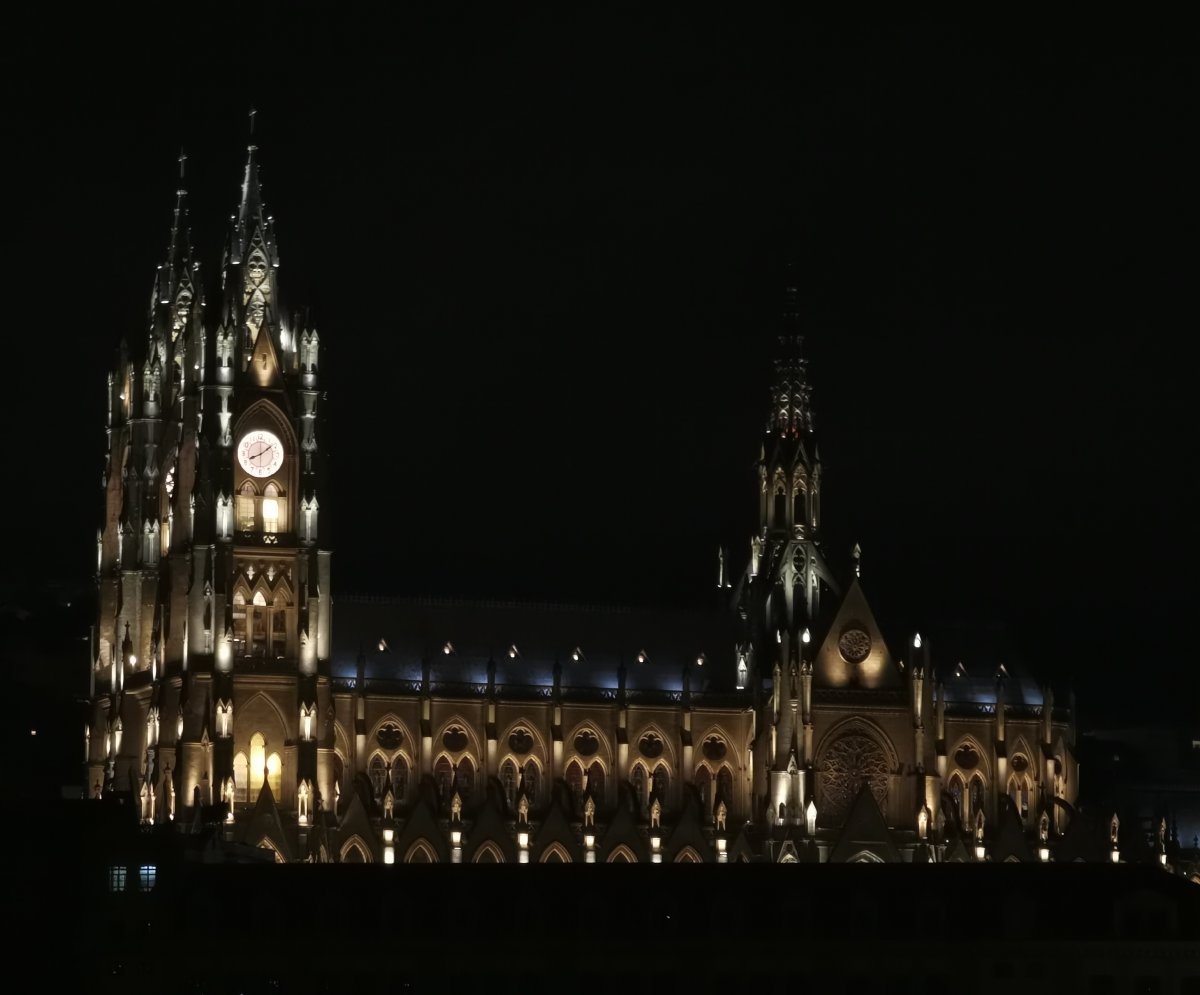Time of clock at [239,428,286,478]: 8:08
